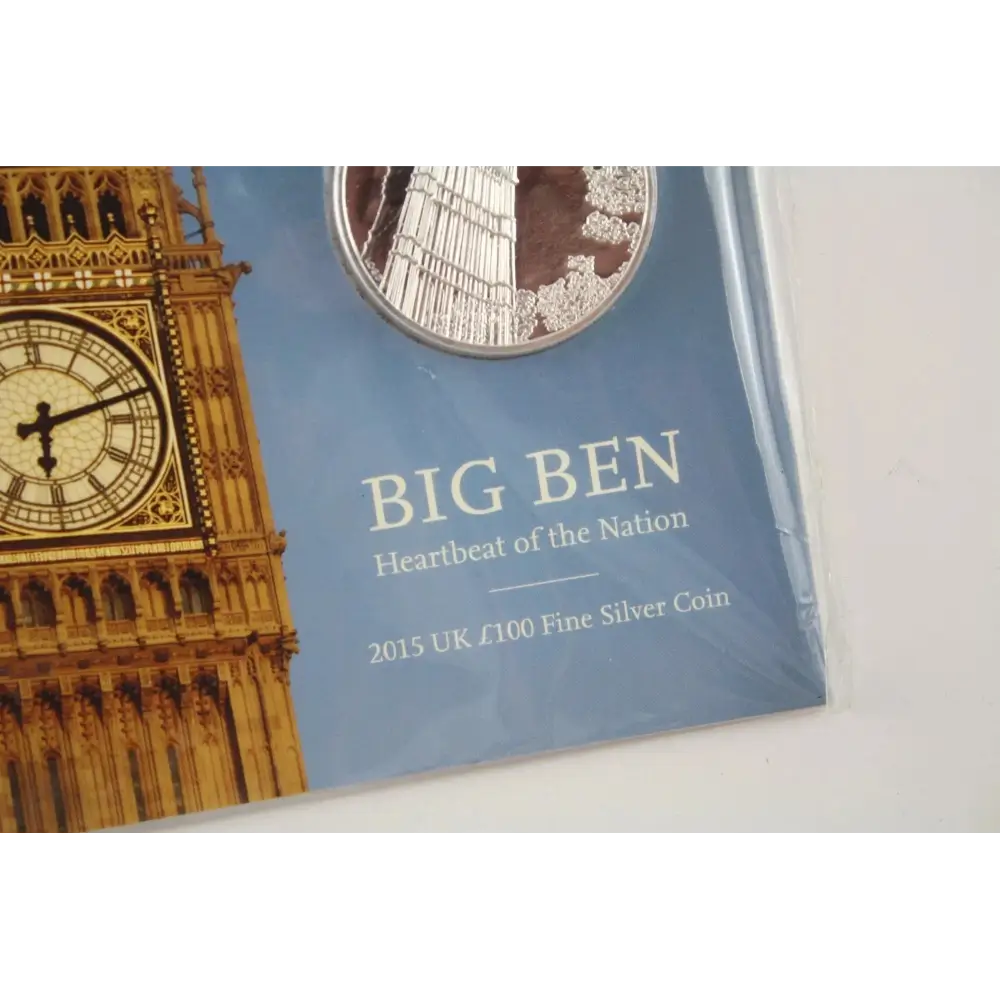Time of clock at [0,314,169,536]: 6:12
